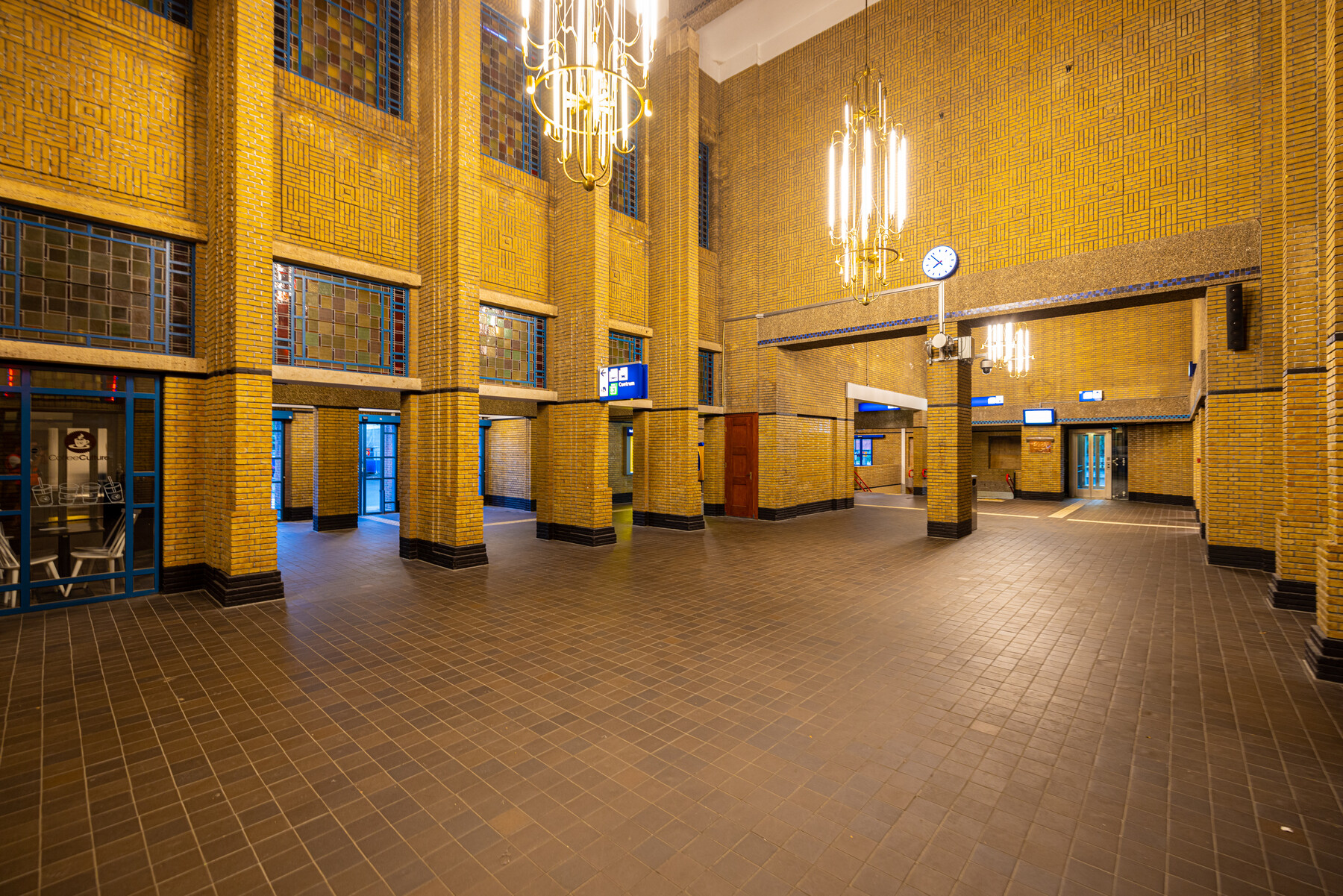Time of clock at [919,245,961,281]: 7:52
